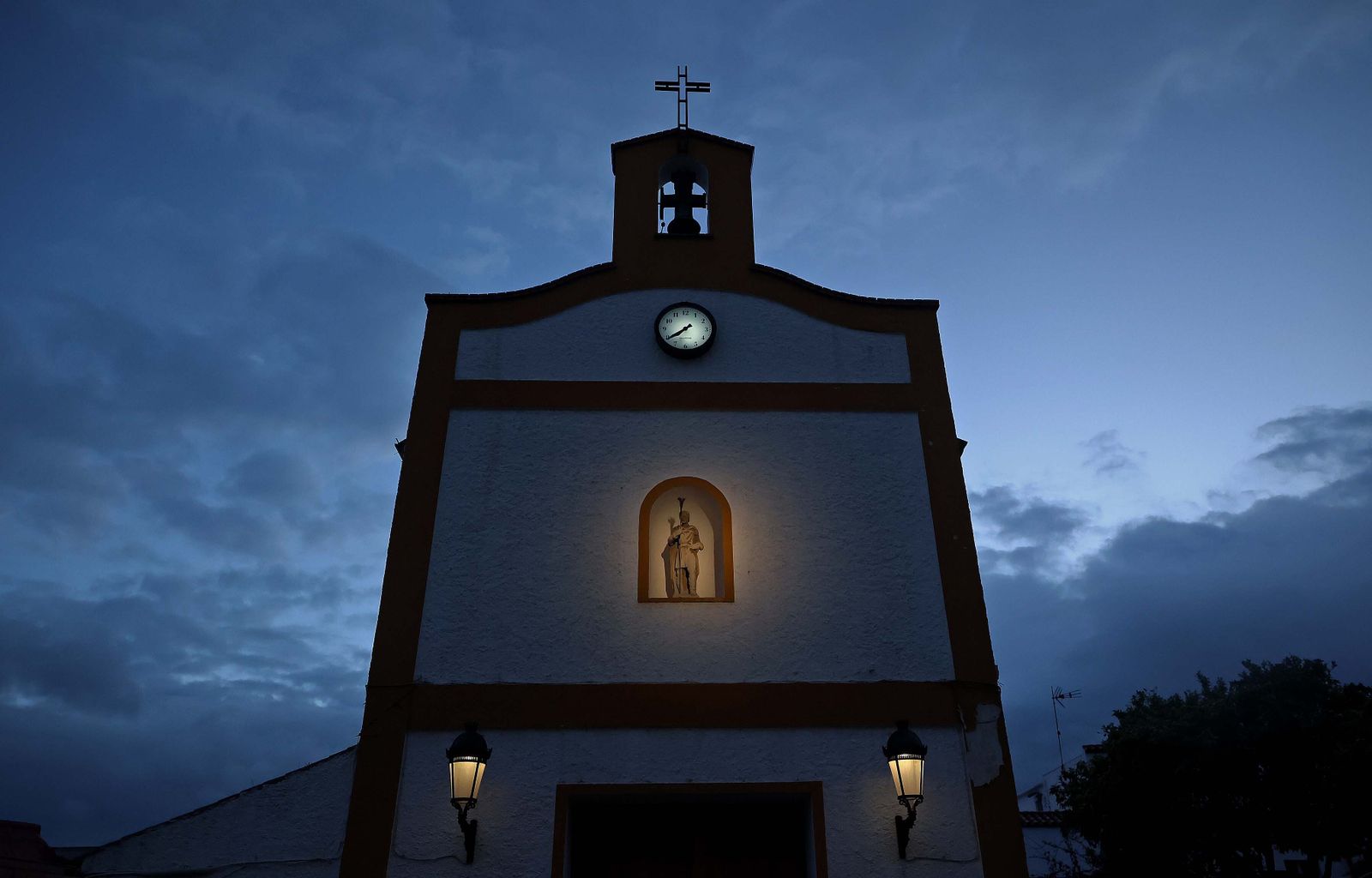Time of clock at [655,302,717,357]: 7:39
